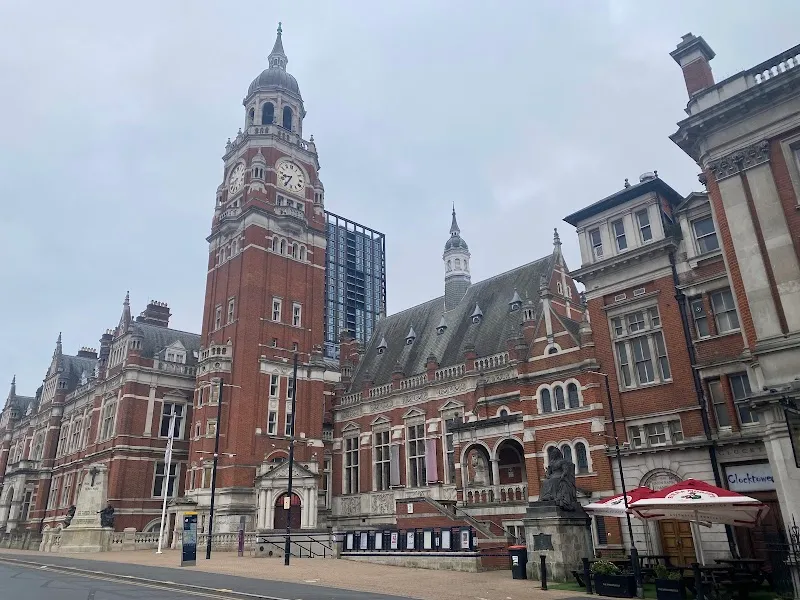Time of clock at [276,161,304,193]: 8:34
